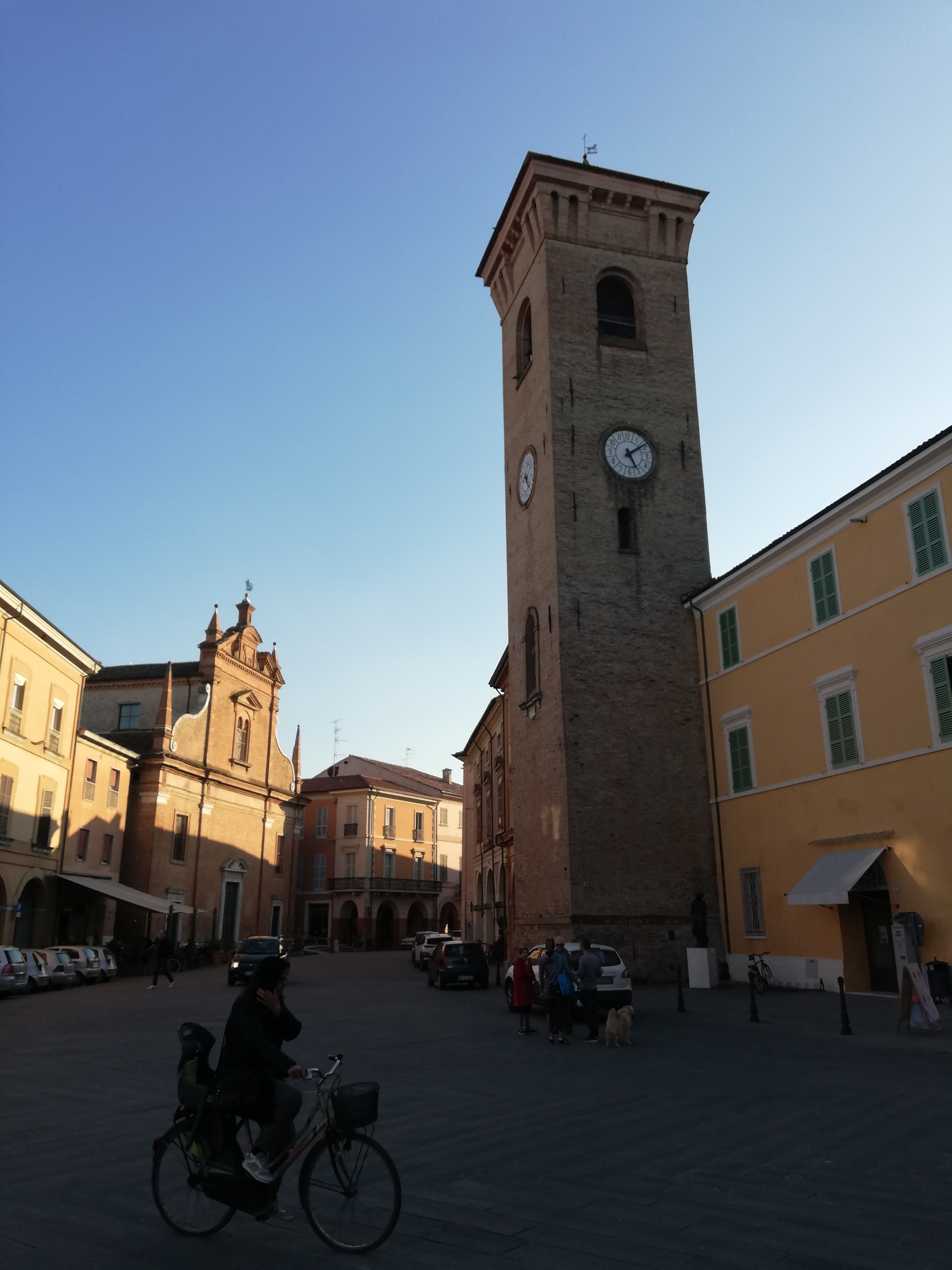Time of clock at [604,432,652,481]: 5:09
